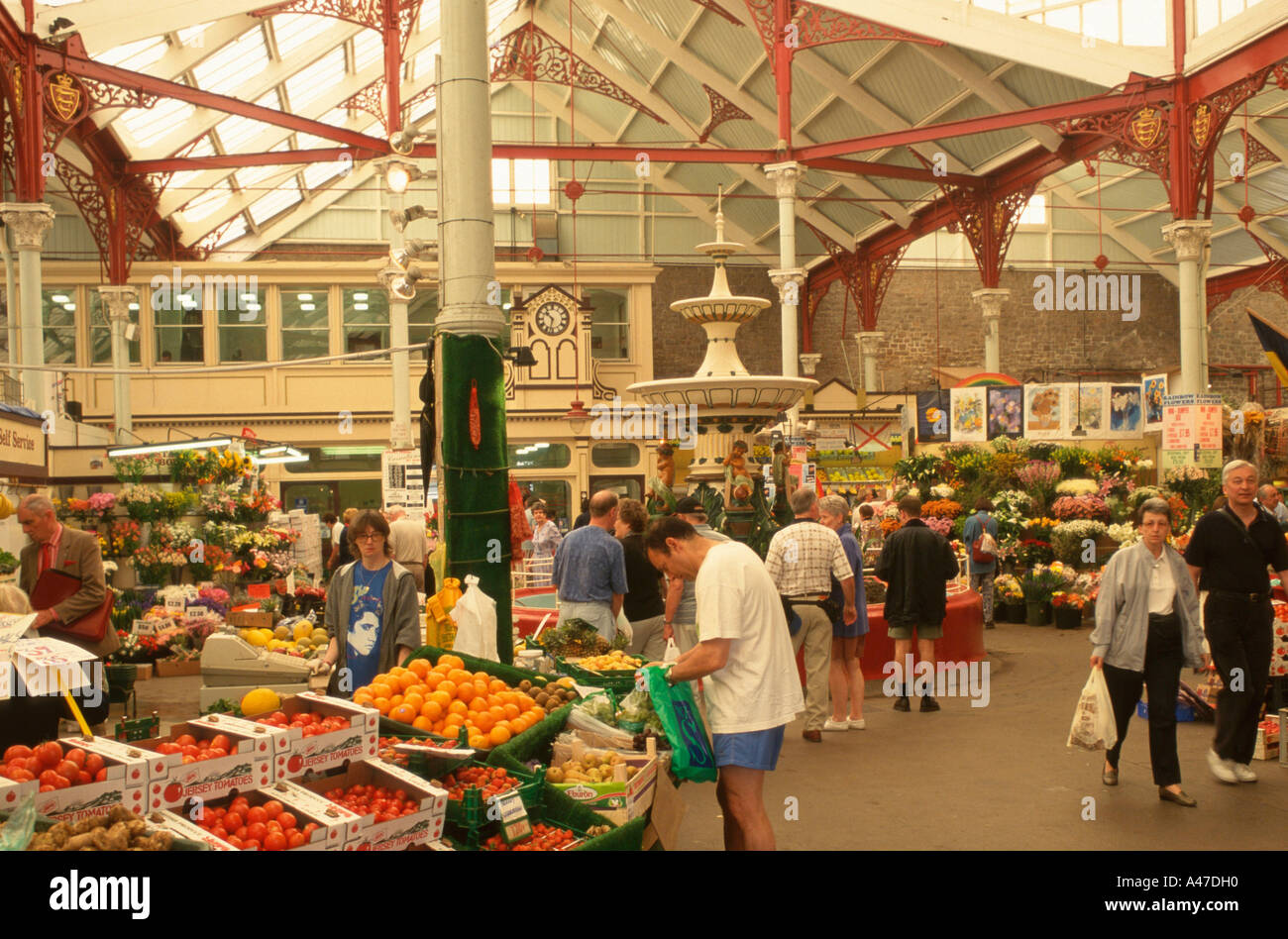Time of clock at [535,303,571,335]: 10:32
